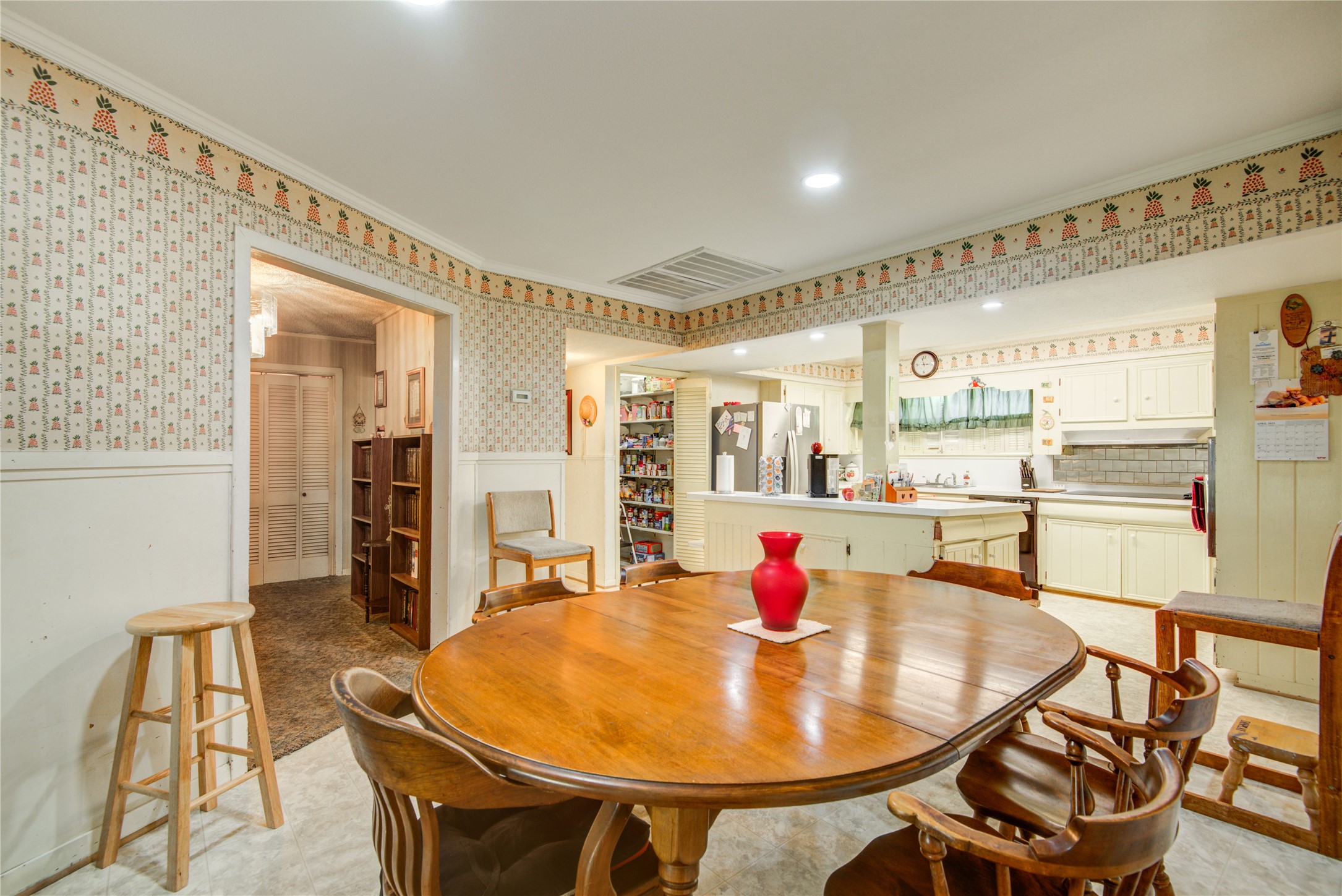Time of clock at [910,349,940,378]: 2:56
